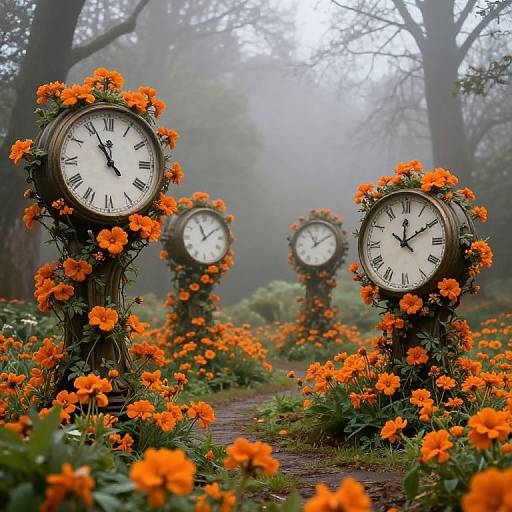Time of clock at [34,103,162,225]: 11:55
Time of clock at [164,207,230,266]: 11:09
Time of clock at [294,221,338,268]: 11:09
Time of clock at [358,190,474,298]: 12:09
